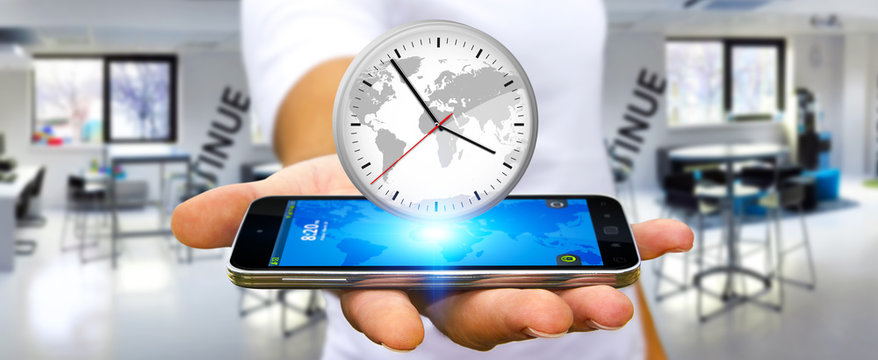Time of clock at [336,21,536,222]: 3:54
